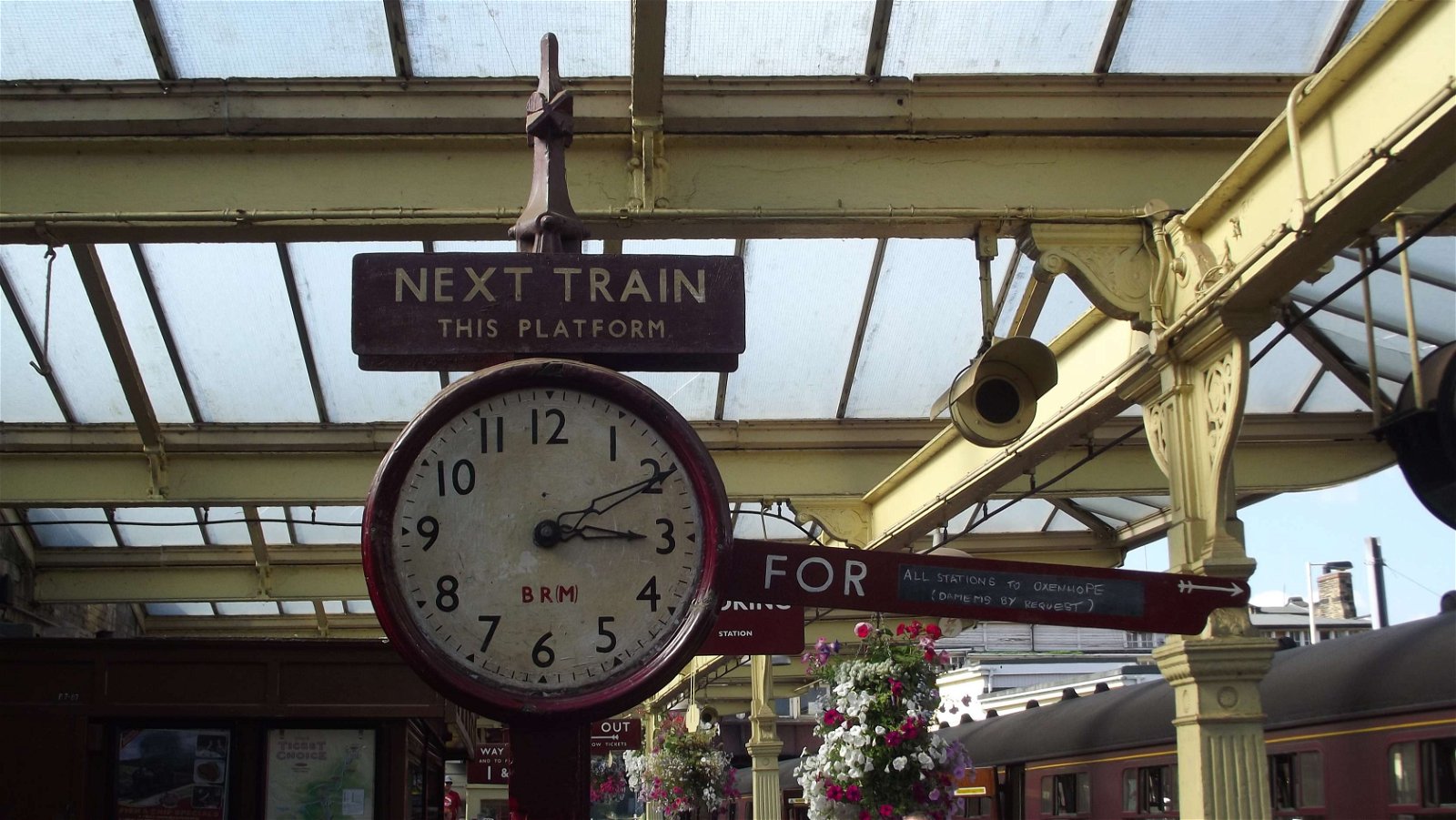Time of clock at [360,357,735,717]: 3:10
